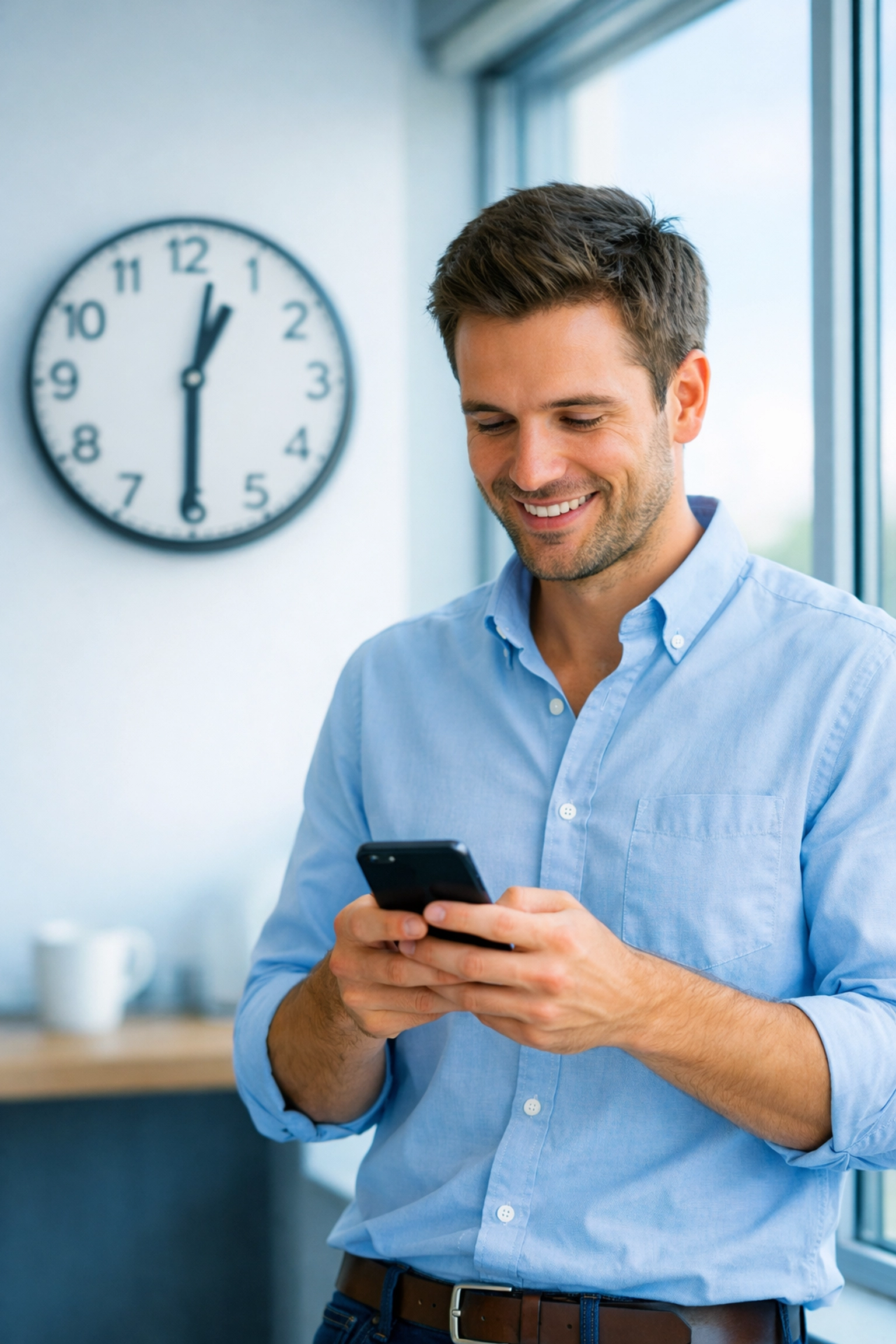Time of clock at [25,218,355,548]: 12:30
